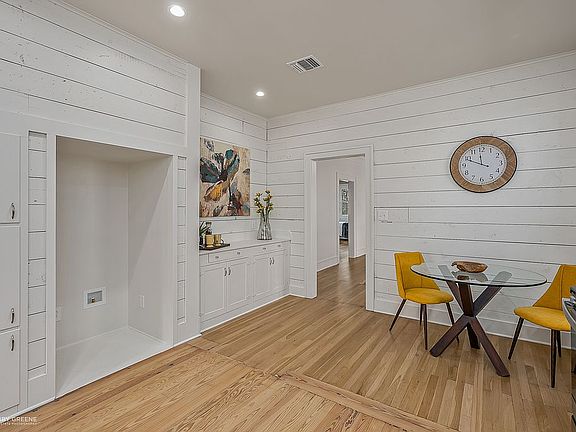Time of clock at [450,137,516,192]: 11:48
